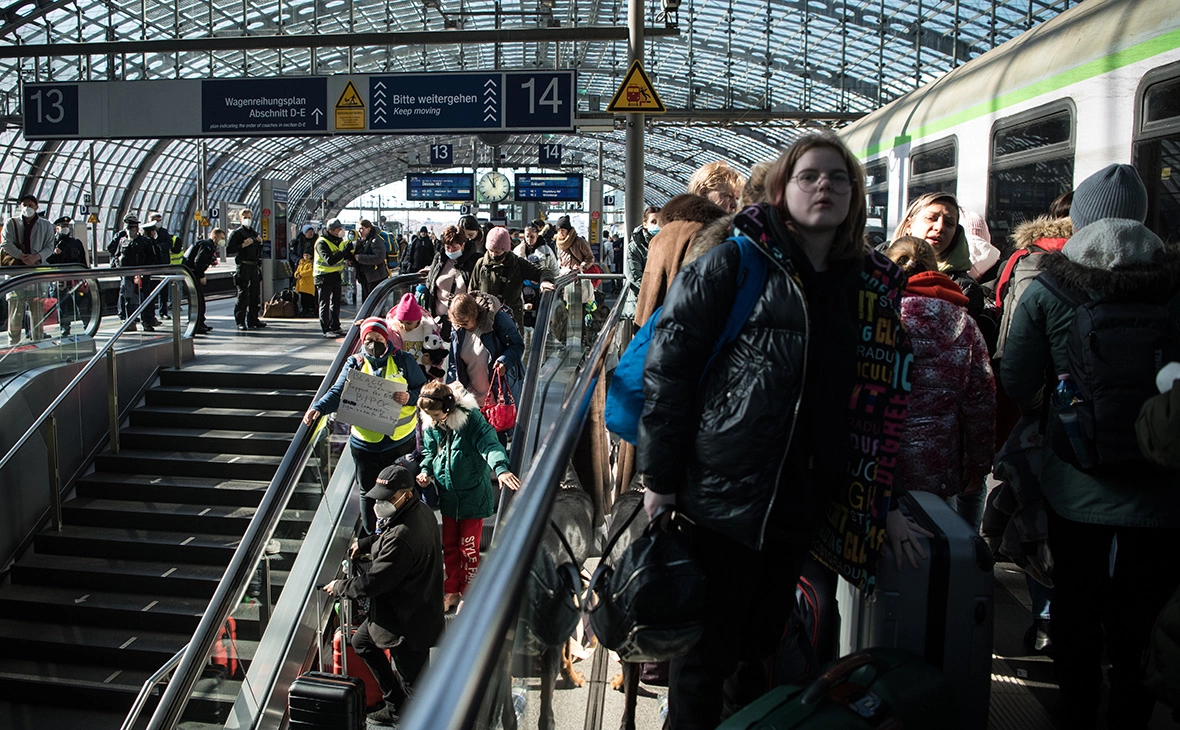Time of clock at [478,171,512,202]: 11:54
